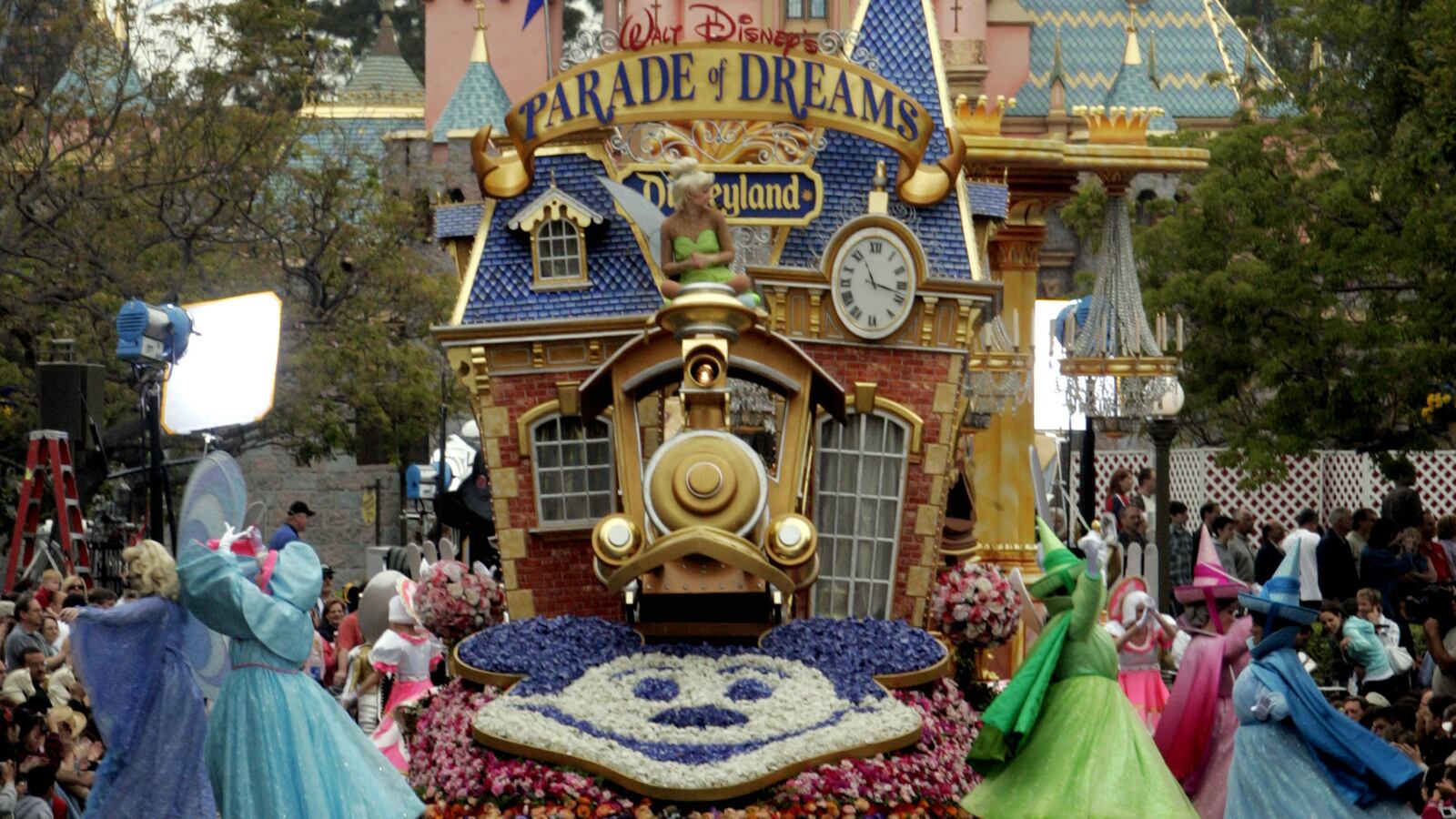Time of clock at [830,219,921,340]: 11:17
